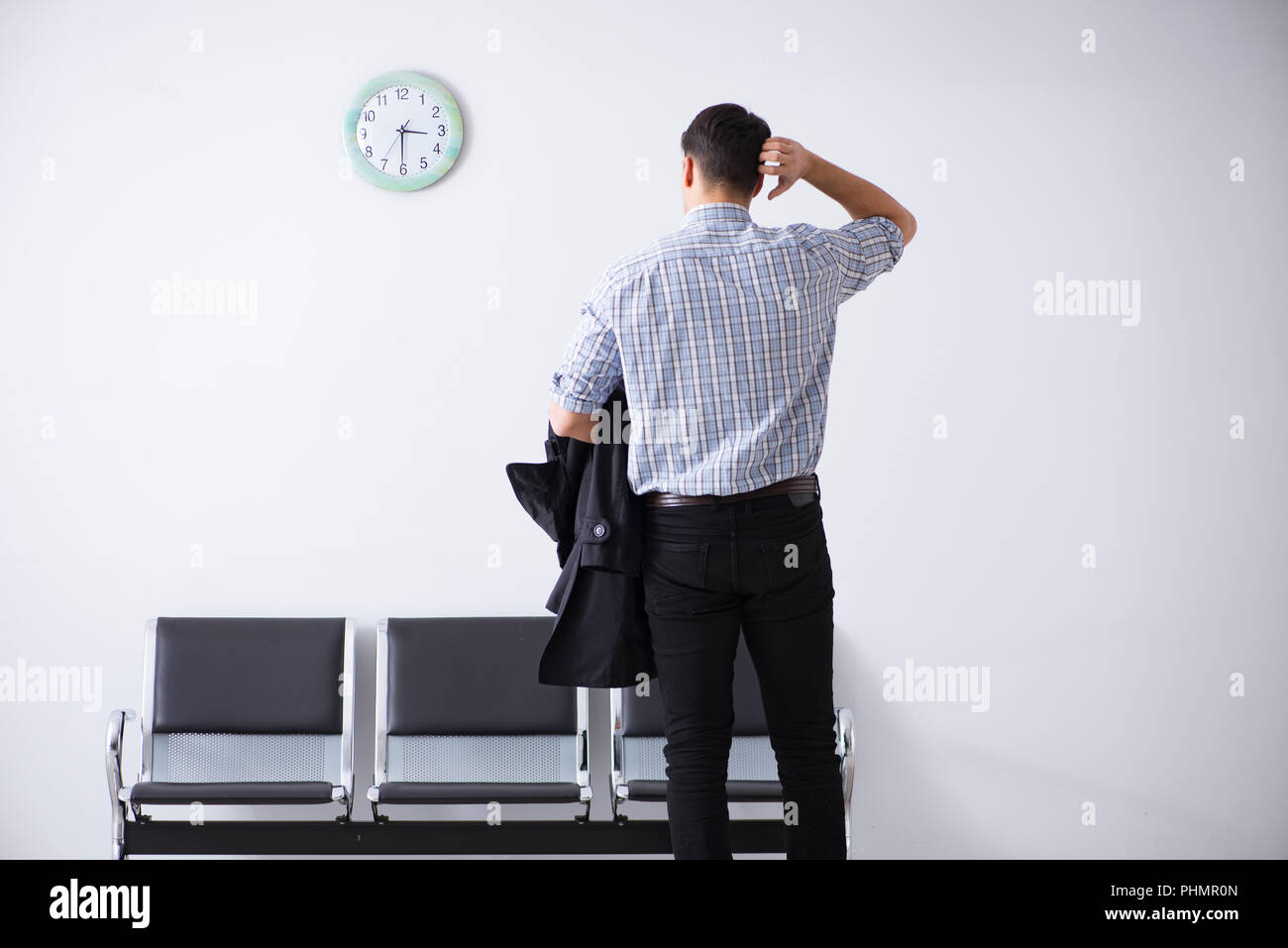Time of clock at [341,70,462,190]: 3:30
